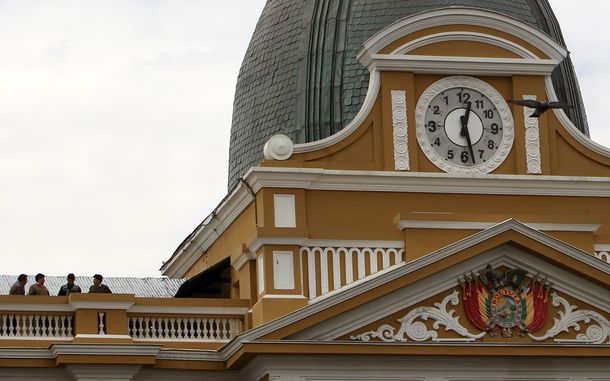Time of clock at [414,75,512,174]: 12:27
